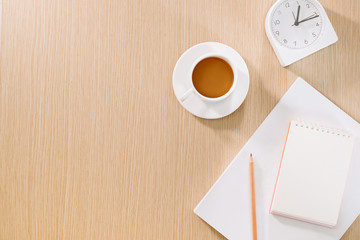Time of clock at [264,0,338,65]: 1:16
